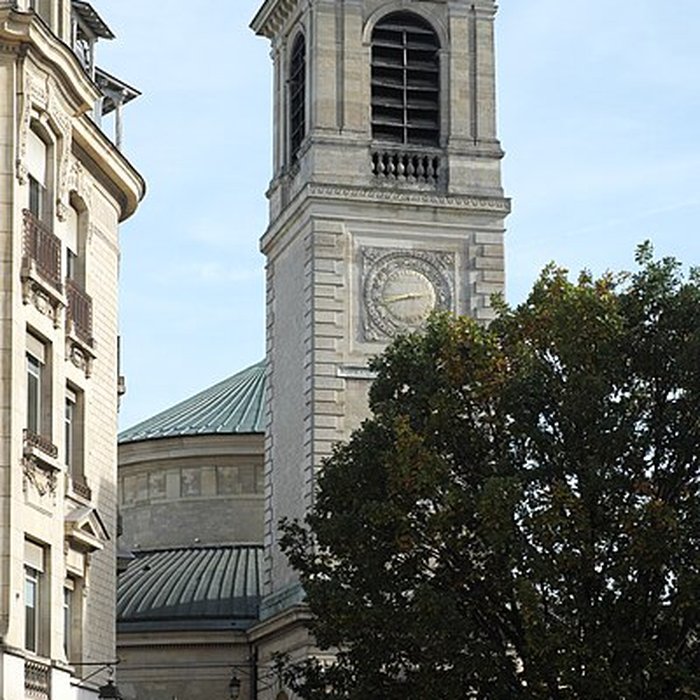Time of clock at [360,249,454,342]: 2:42
